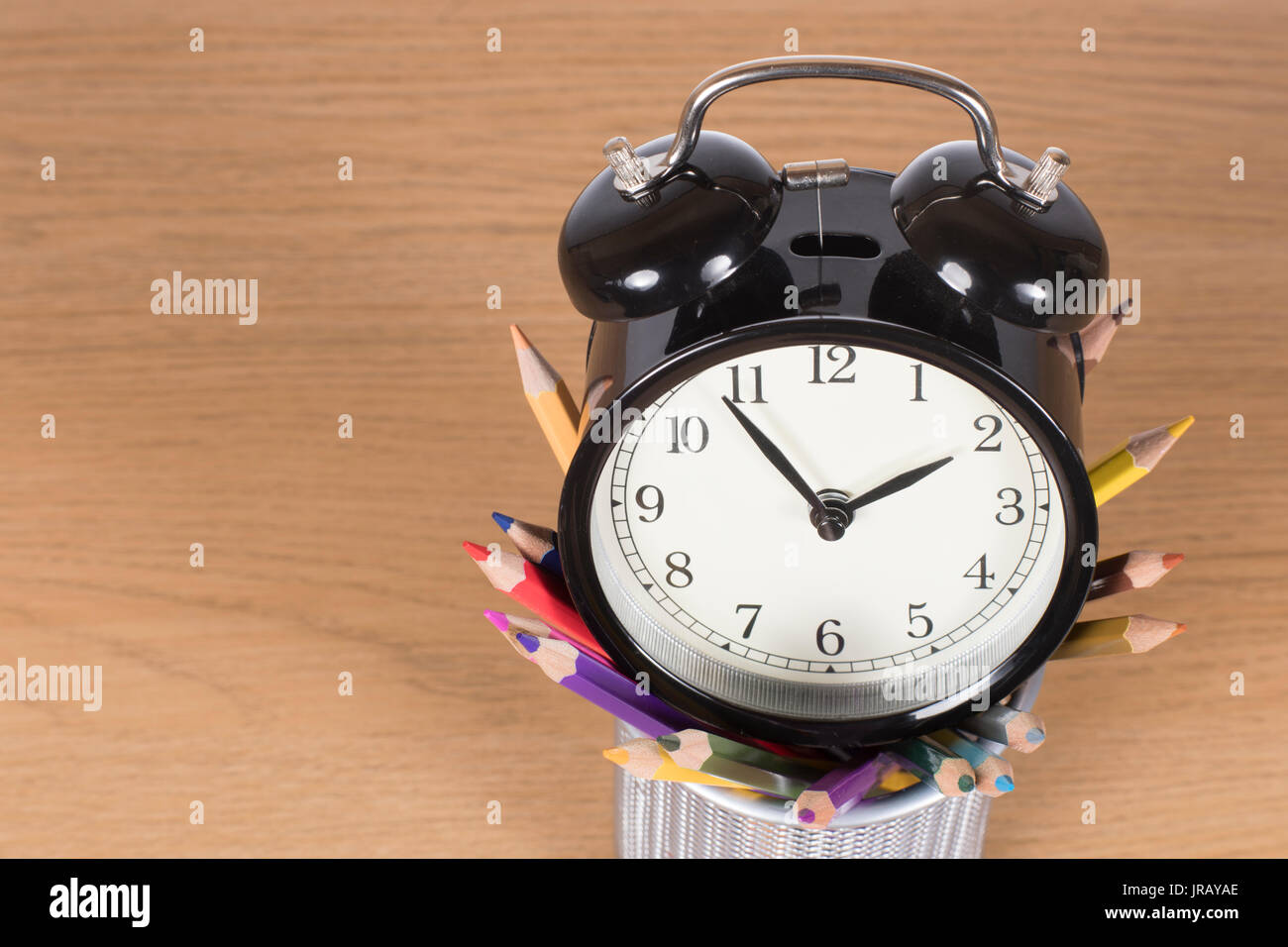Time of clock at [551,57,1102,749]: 1:54
